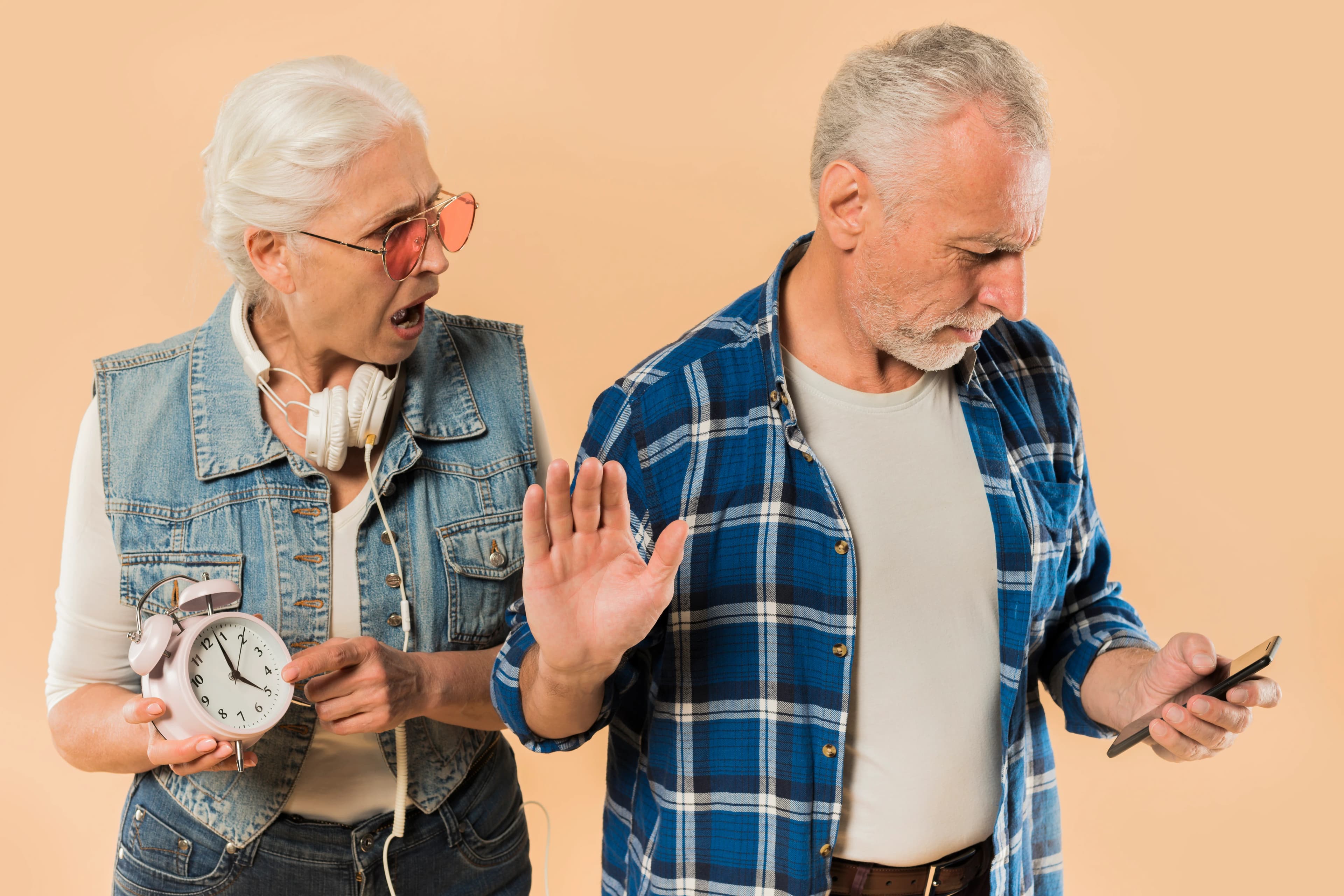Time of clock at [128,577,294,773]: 3:58
